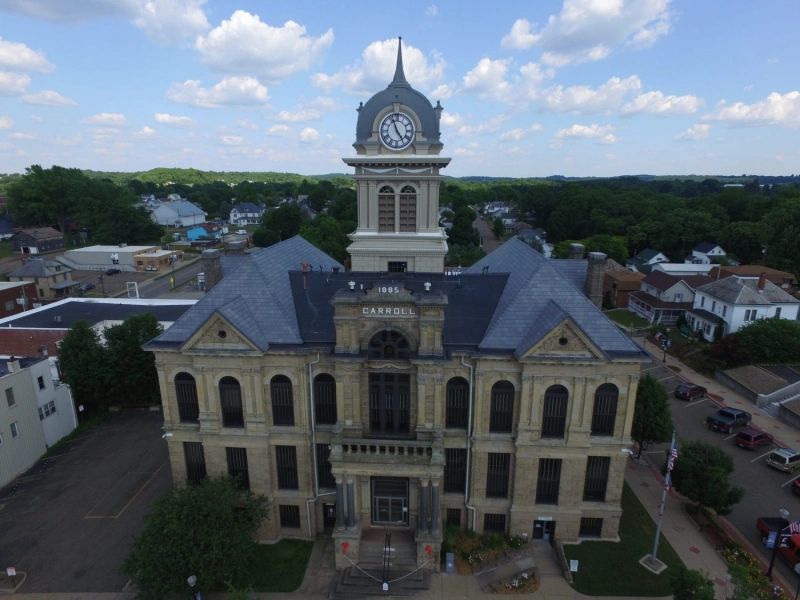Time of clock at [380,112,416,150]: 4:56
